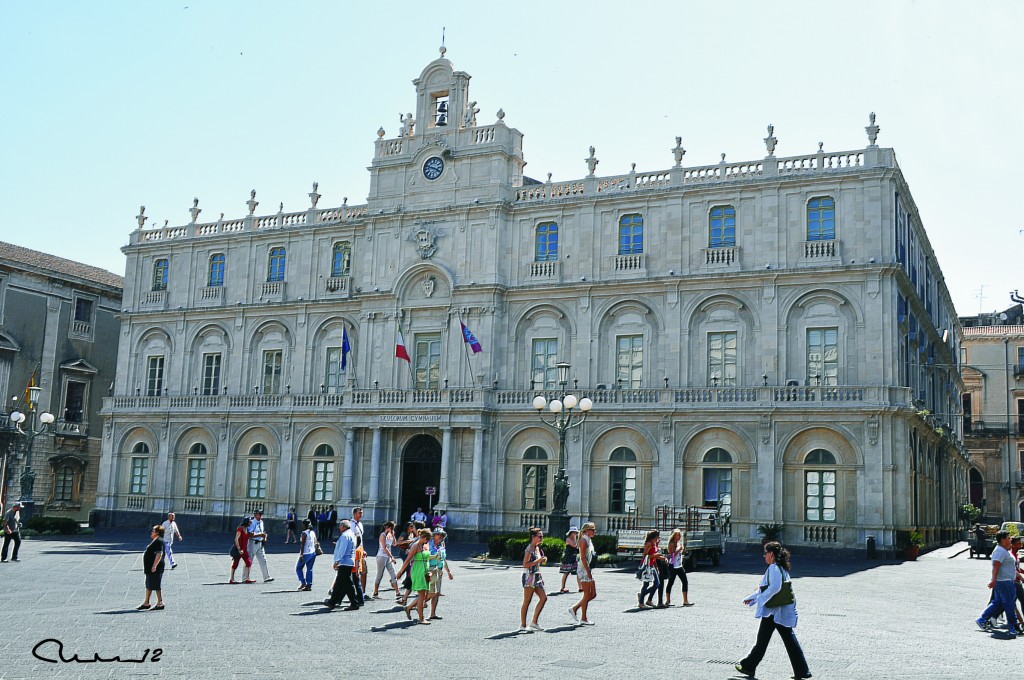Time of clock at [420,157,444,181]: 3:47
